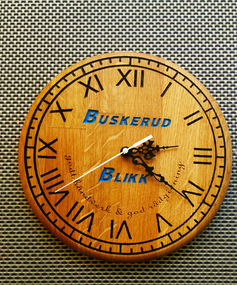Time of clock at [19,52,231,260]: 2:20
